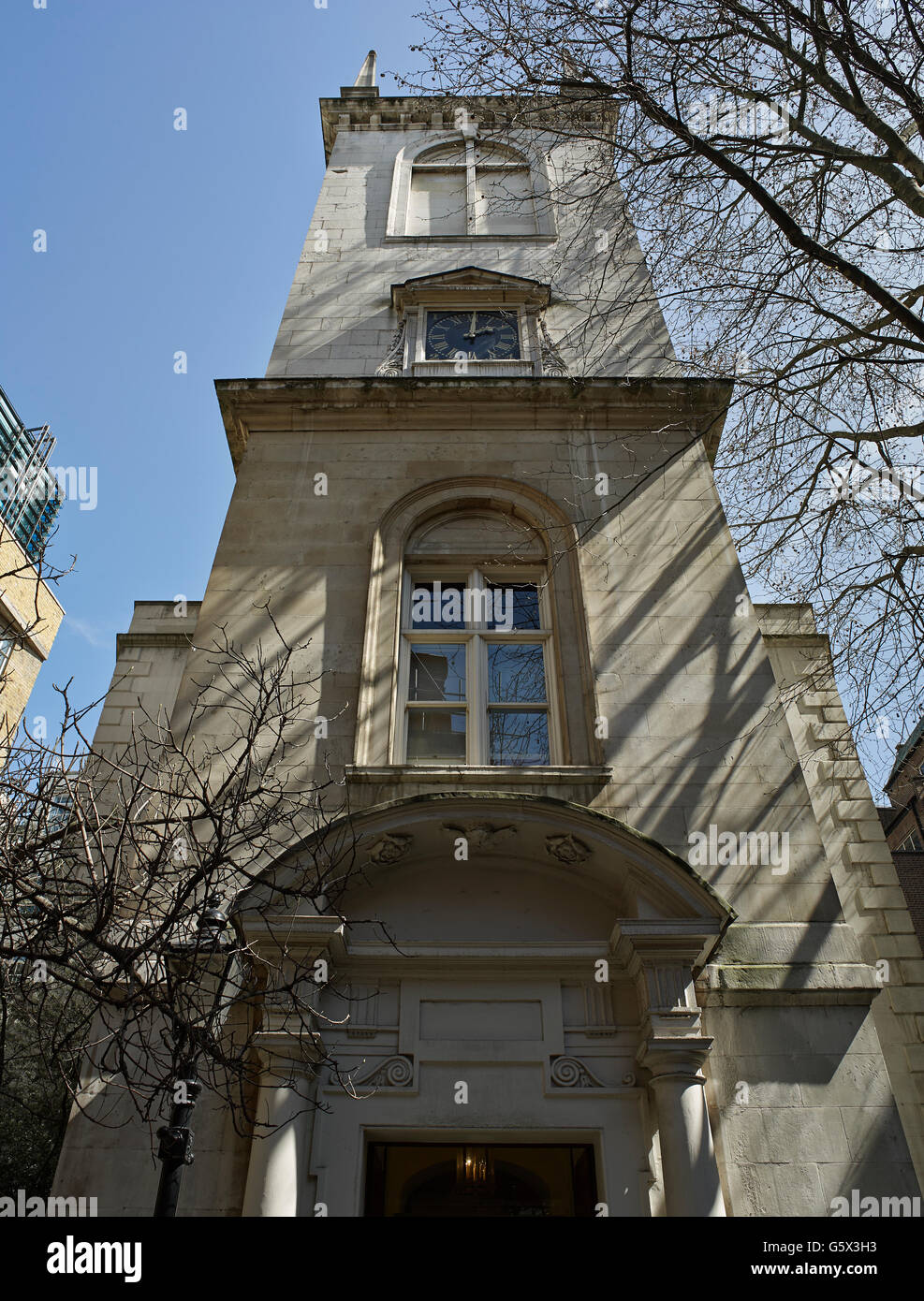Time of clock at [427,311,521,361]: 2:00
